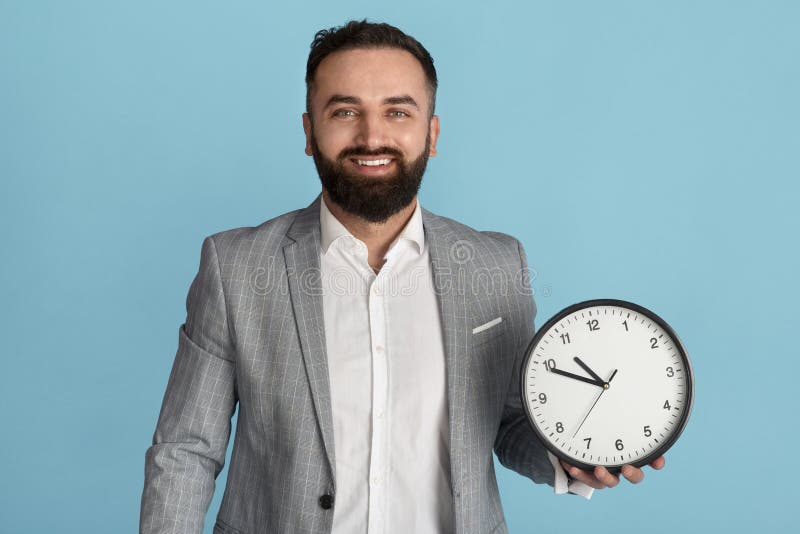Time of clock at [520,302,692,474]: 10:49
